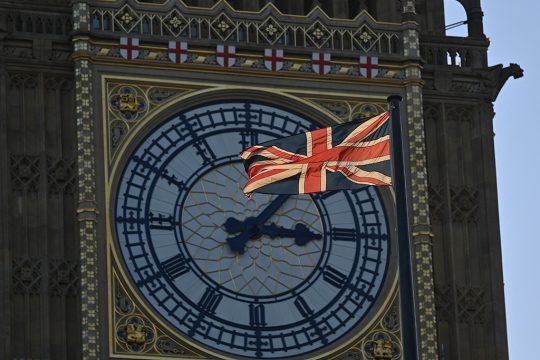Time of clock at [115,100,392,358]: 1:15
